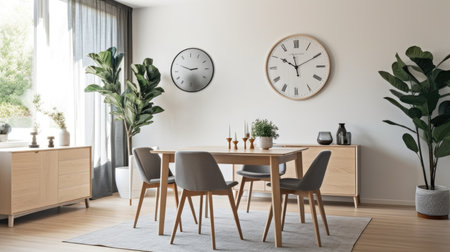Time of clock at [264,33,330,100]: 10:10
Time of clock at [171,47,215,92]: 2:49
